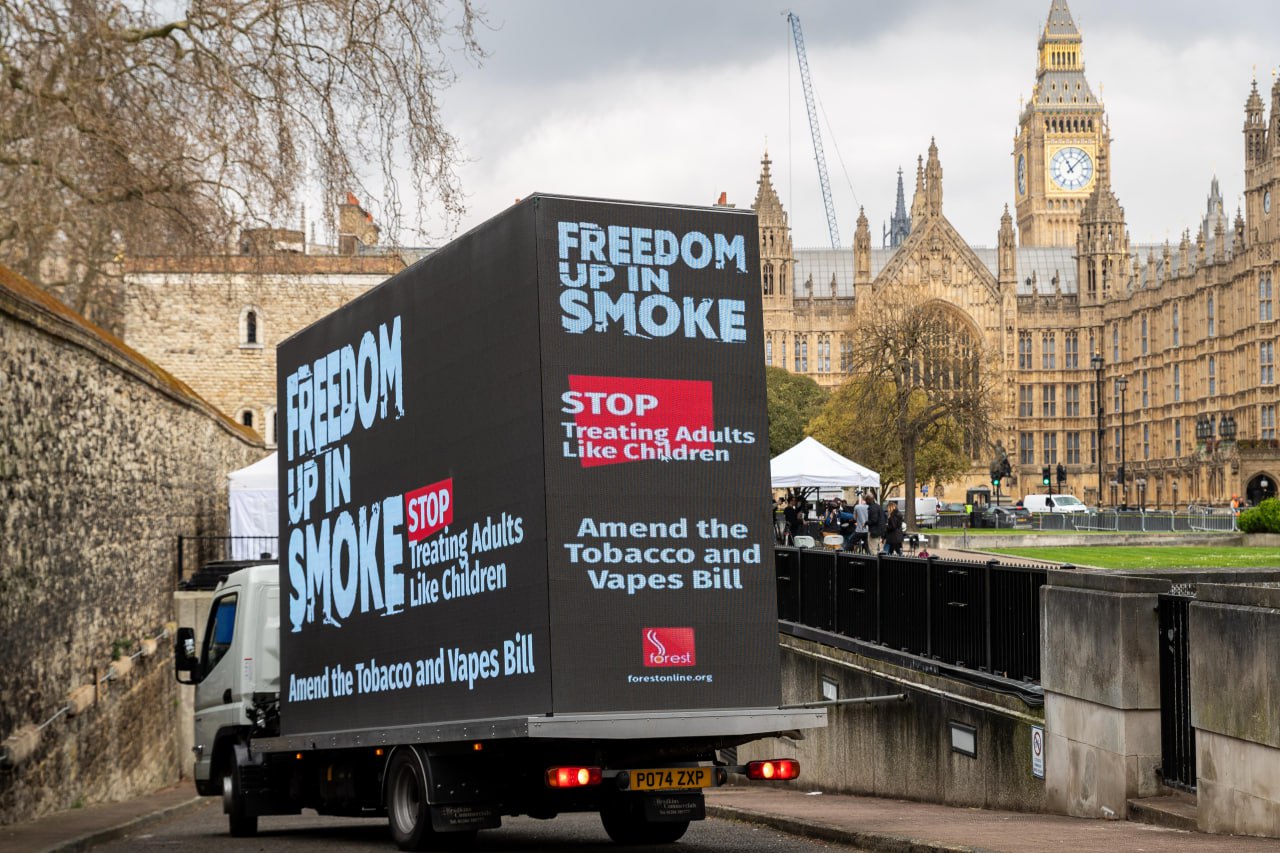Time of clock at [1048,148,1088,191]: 11:07
